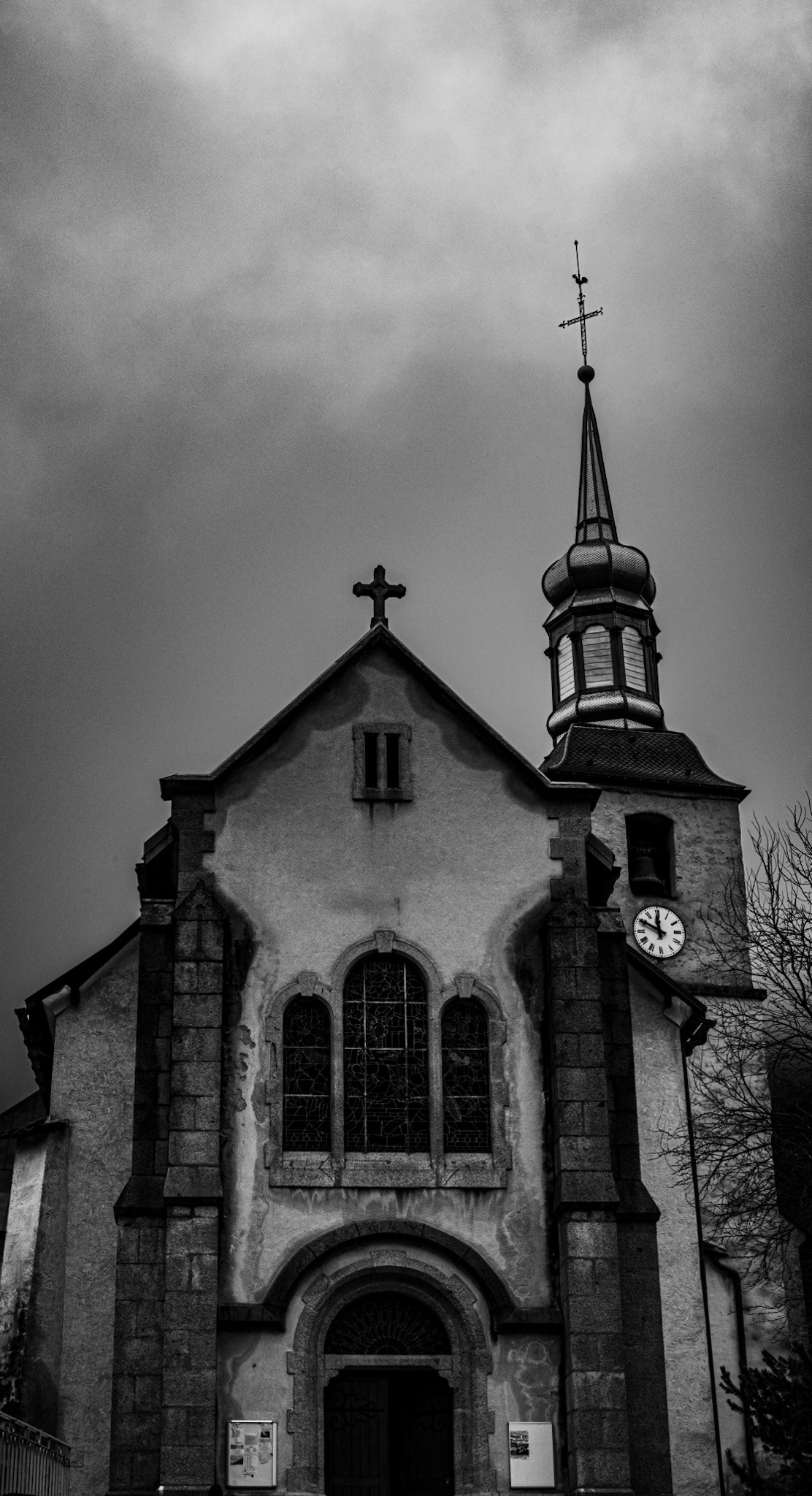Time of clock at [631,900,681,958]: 11:49
